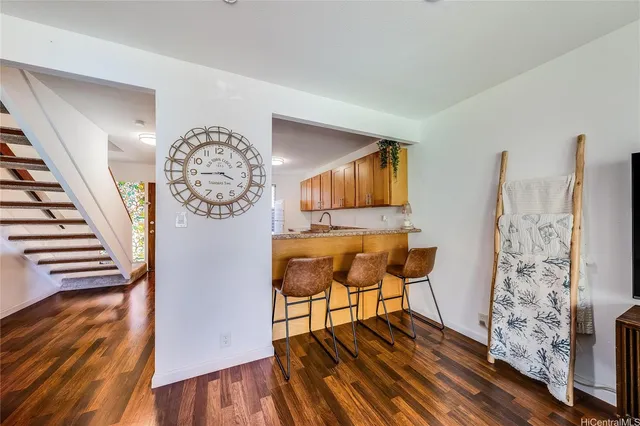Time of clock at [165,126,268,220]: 3:44
